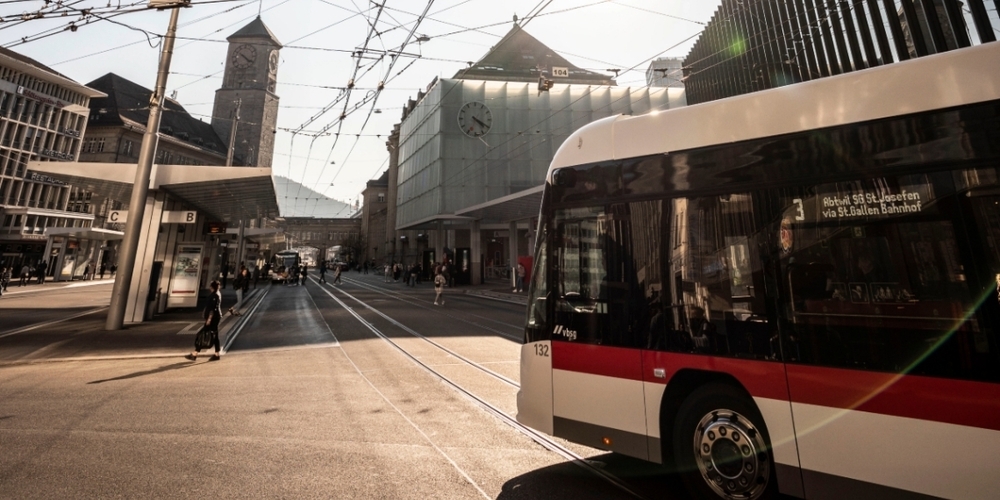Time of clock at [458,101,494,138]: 4:19
